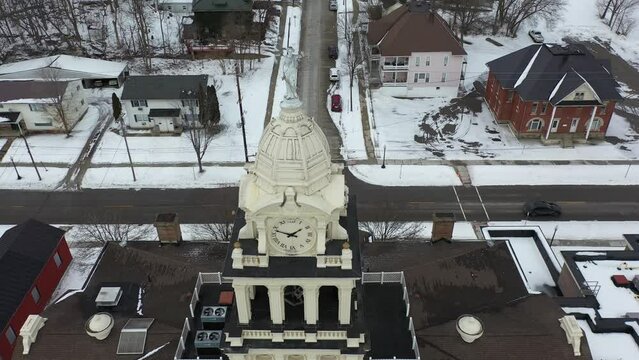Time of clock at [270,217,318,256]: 1:47
